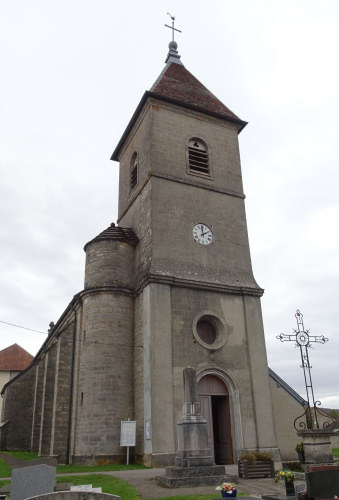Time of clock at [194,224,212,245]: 1:59
